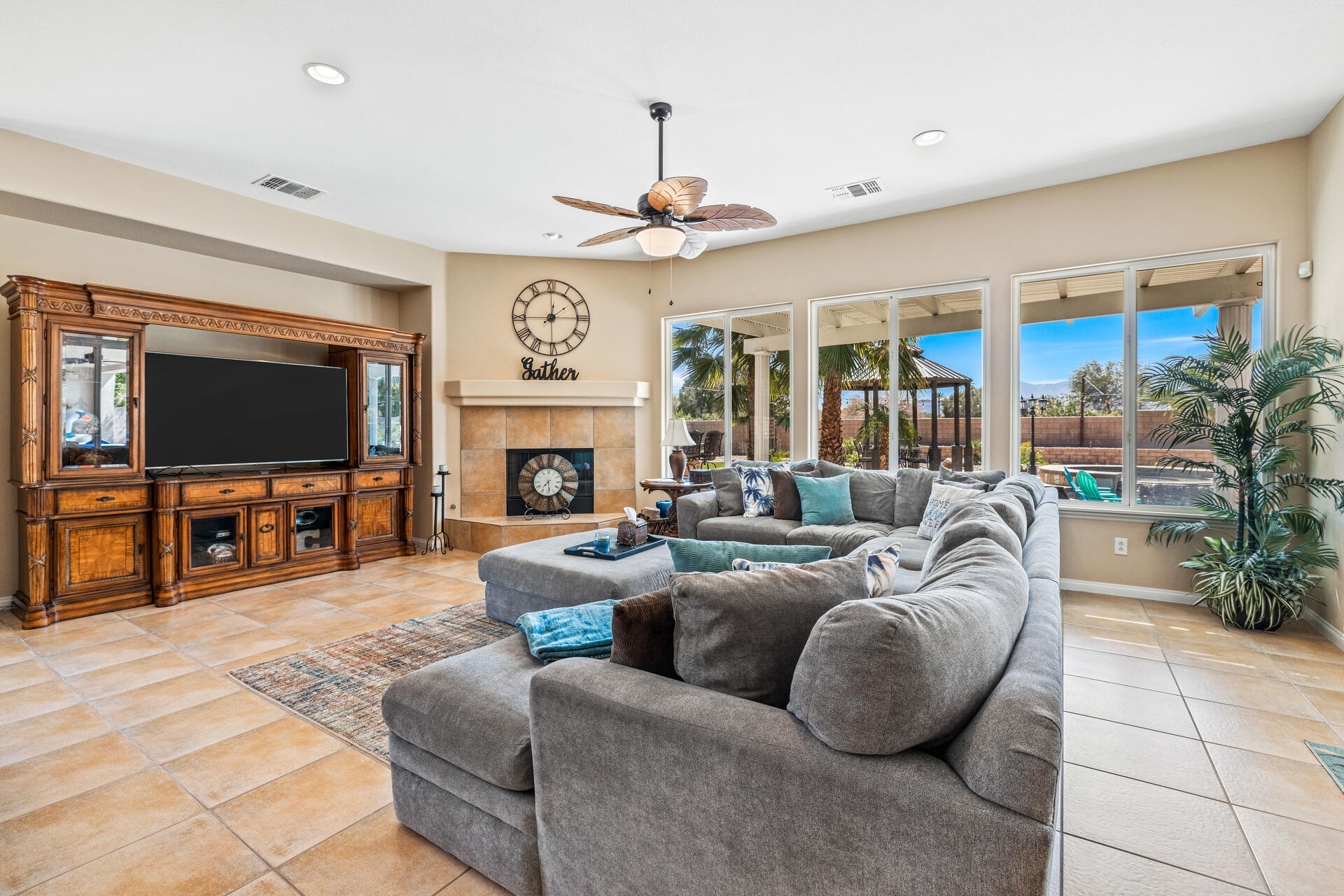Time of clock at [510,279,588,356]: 2:00
